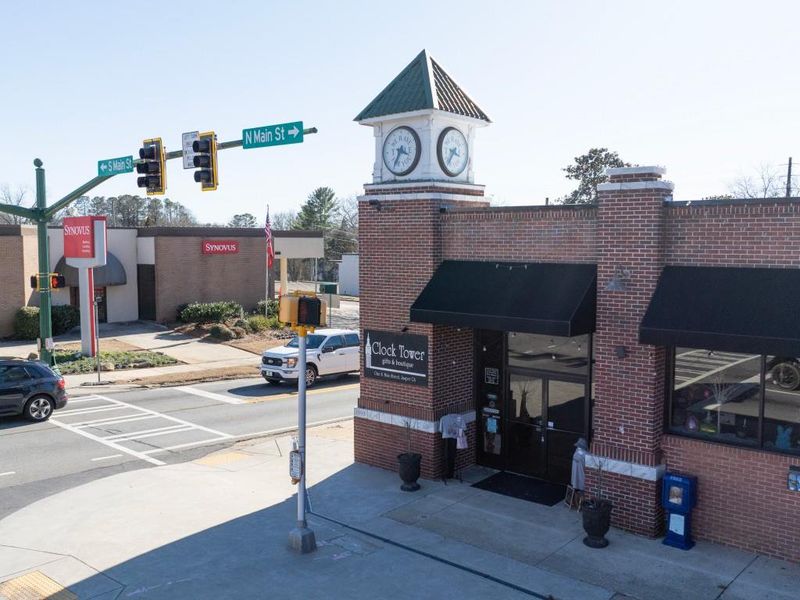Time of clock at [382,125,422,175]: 3:35
